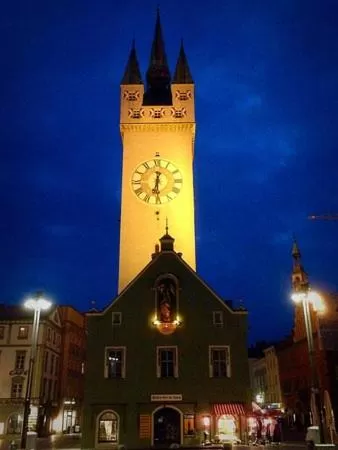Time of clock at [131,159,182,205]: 6:30
